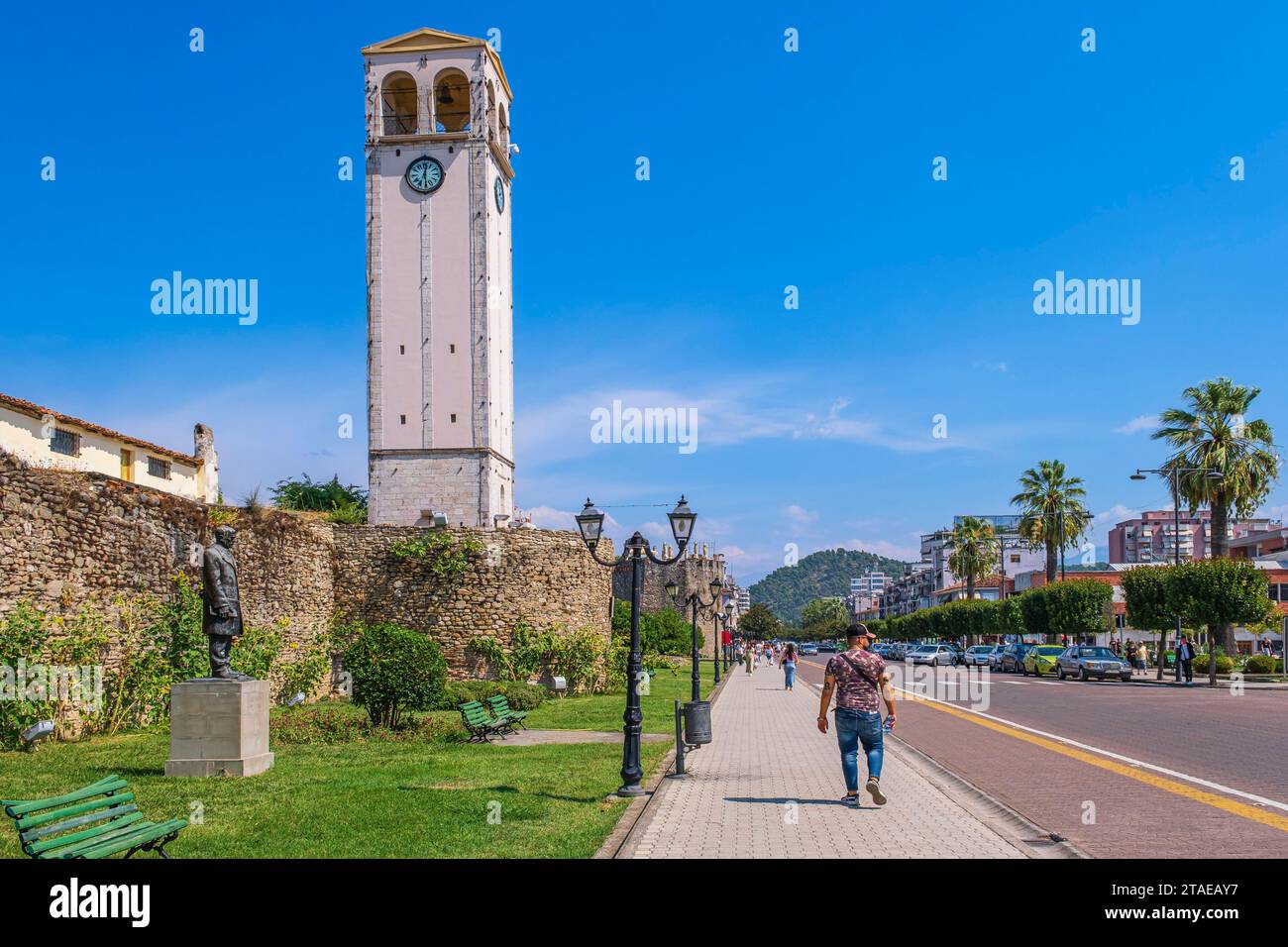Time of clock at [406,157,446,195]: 12:28
